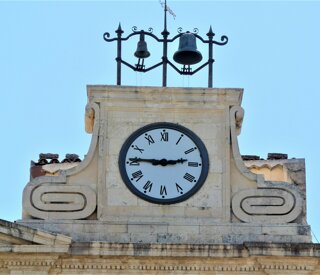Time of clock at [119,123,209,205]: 2:45
